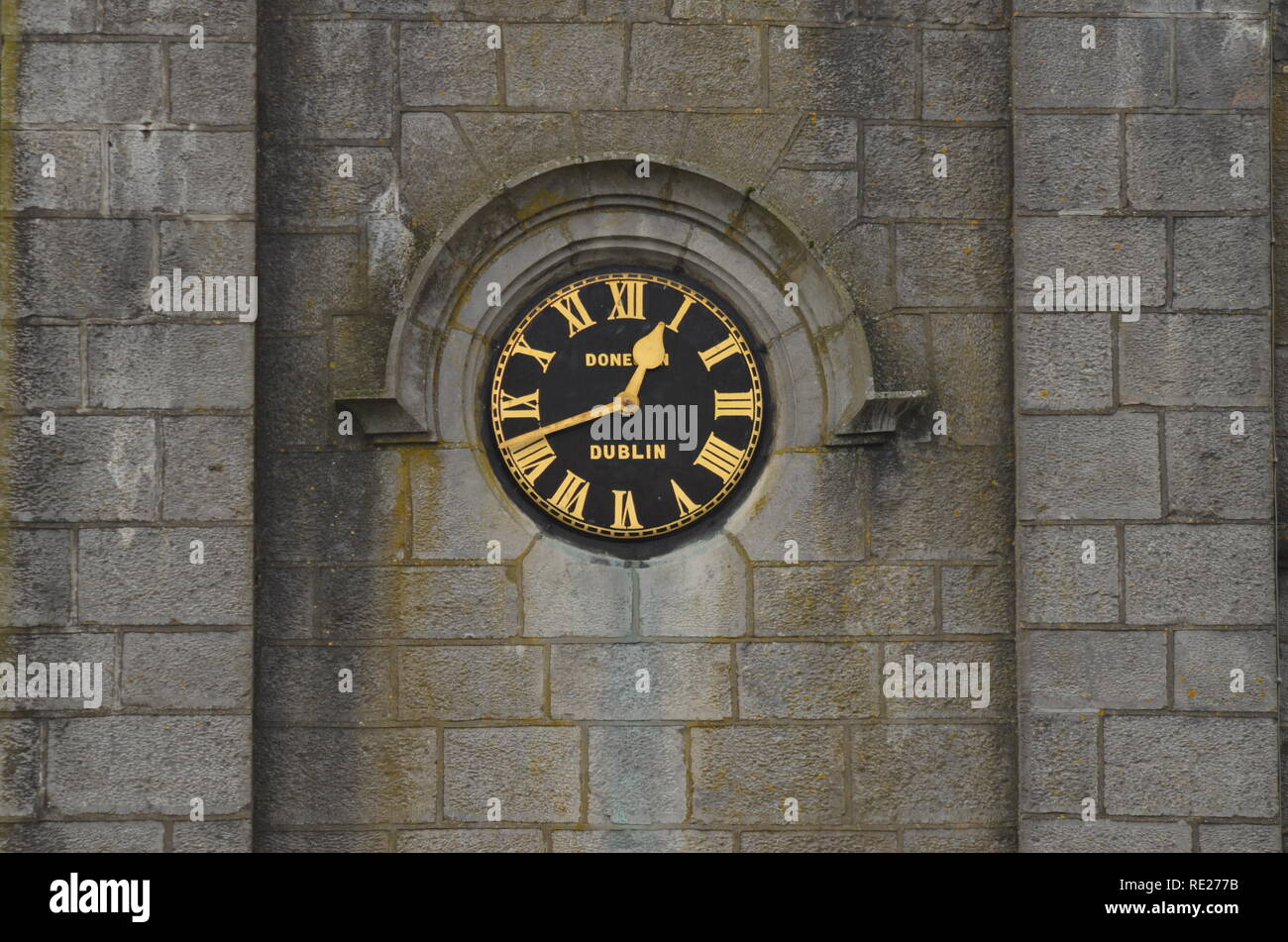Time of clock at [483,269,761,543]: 12:41
